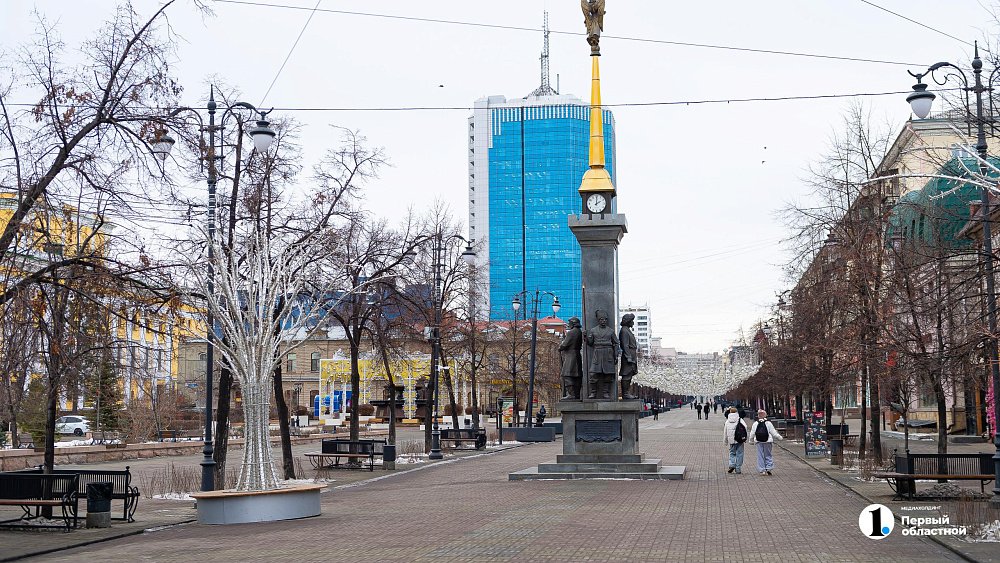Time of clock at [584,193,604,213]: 2:00
